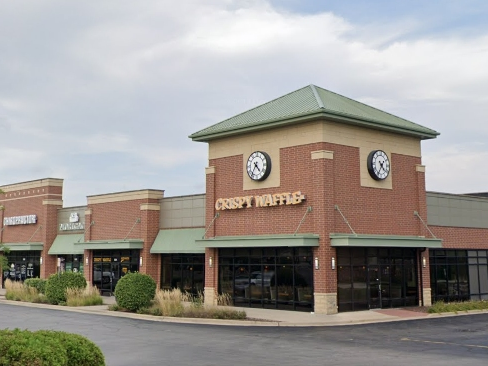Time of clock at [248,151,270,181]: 4:35
